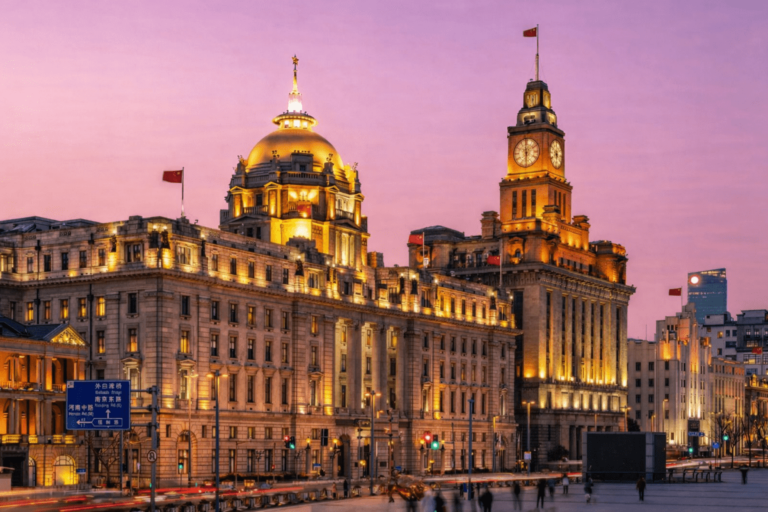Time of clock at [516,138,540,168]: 5:59
